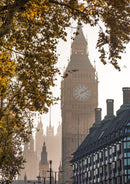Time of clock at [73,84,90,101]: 2:09
